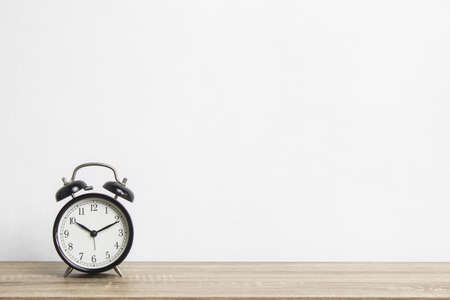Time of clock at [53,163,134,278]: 10:10
